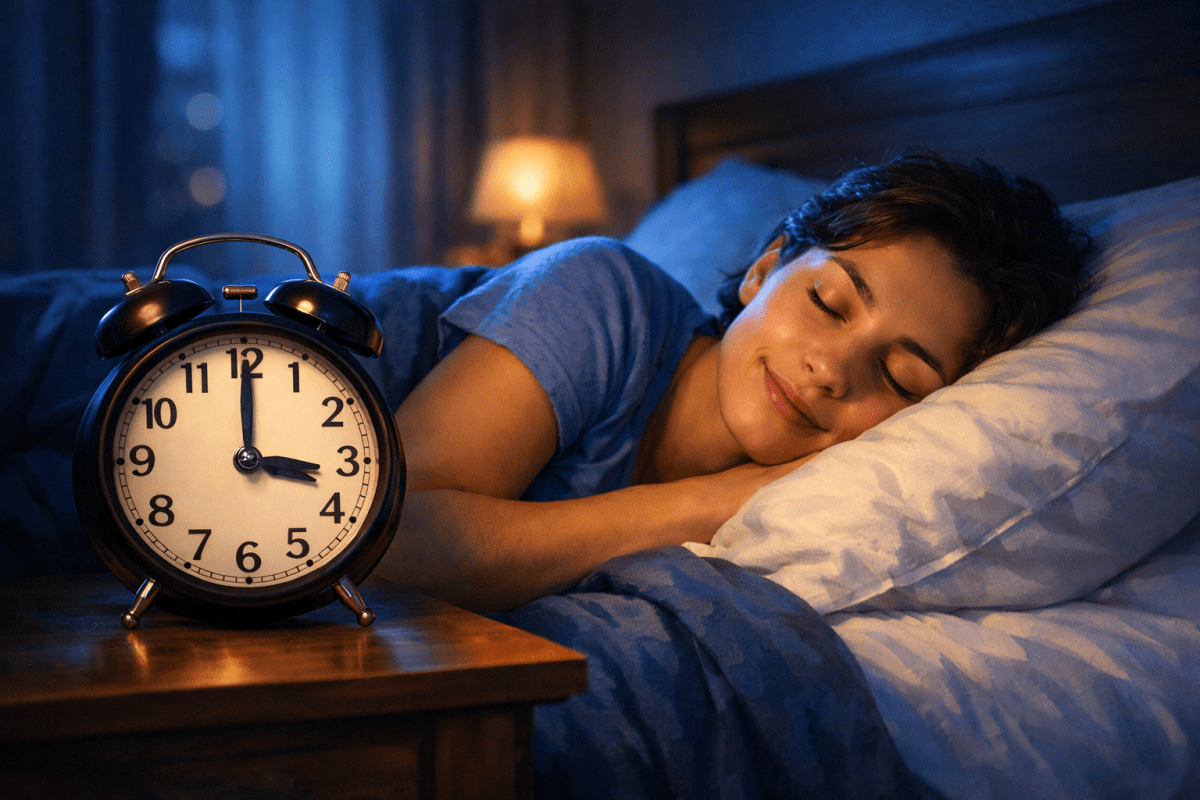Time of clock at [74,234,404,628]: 3:00
